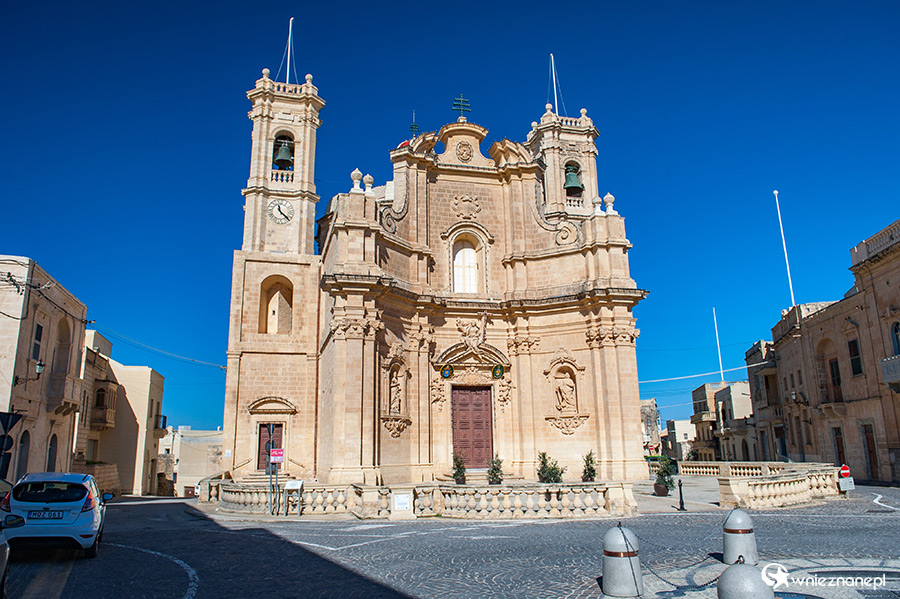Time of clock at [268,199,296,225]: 11:22
